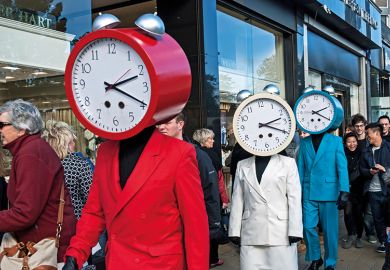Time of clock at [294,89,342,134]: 2:20
